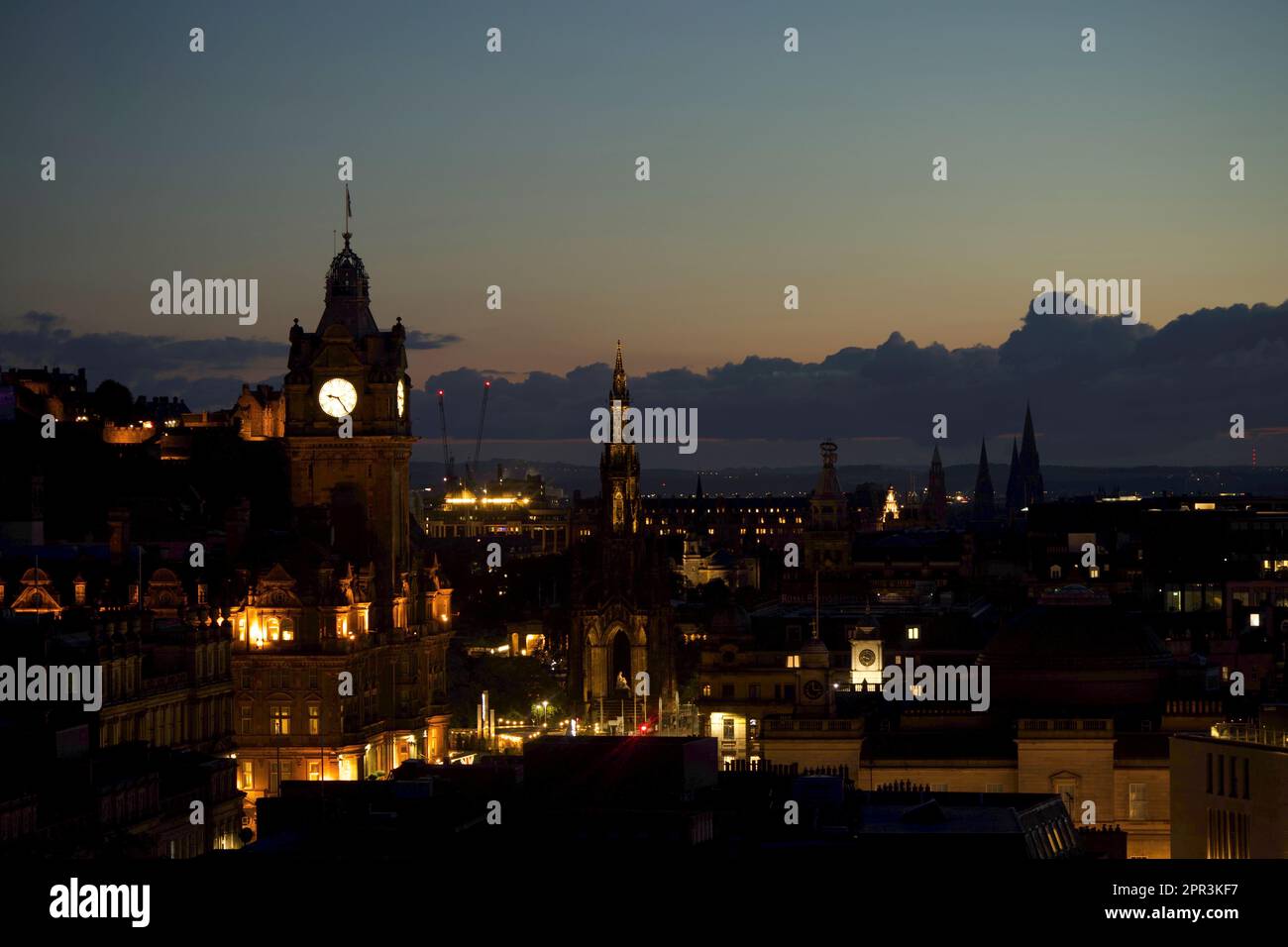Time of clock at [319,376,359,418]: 9:23
